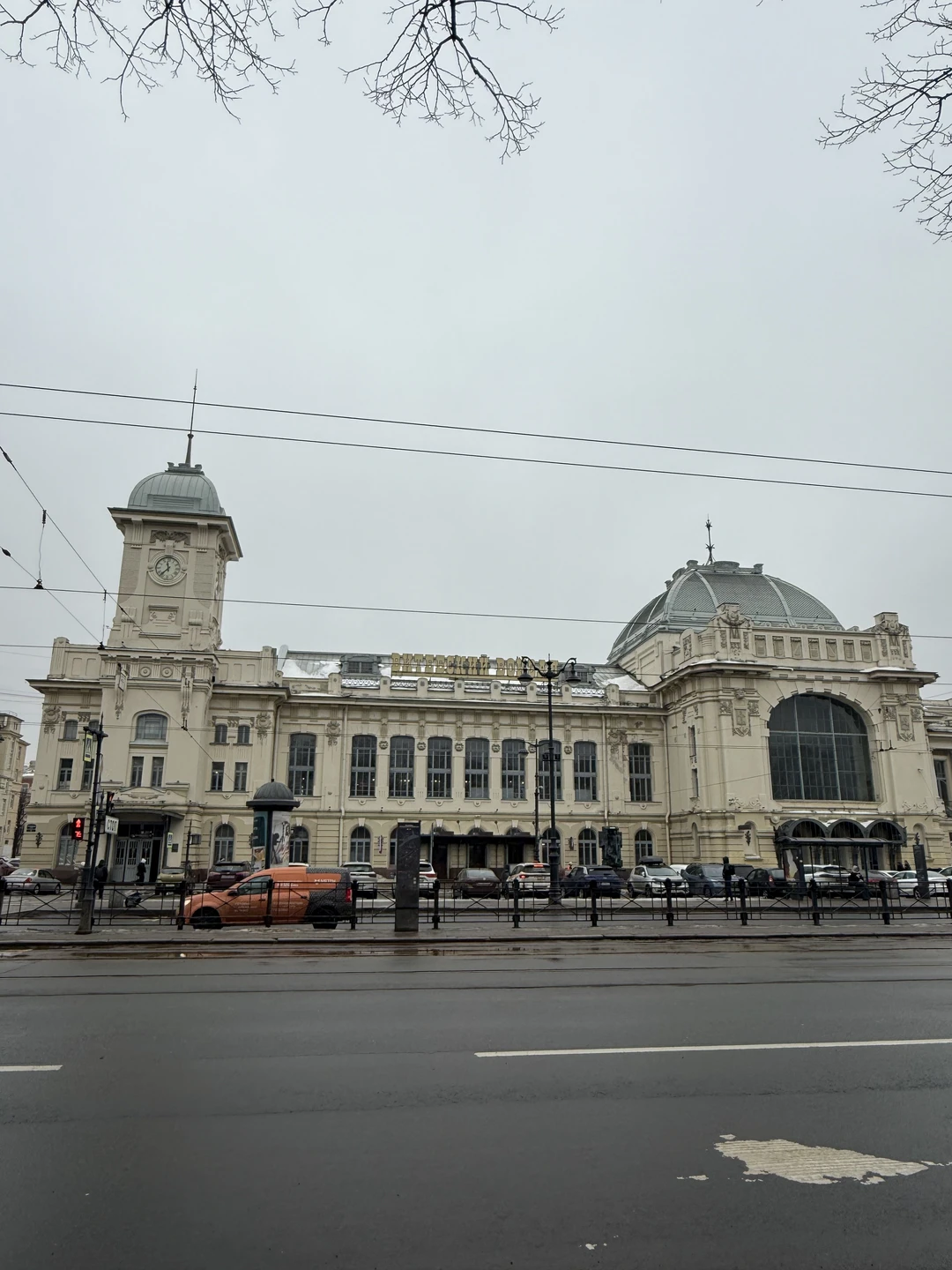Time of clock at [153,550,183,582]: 11:36
